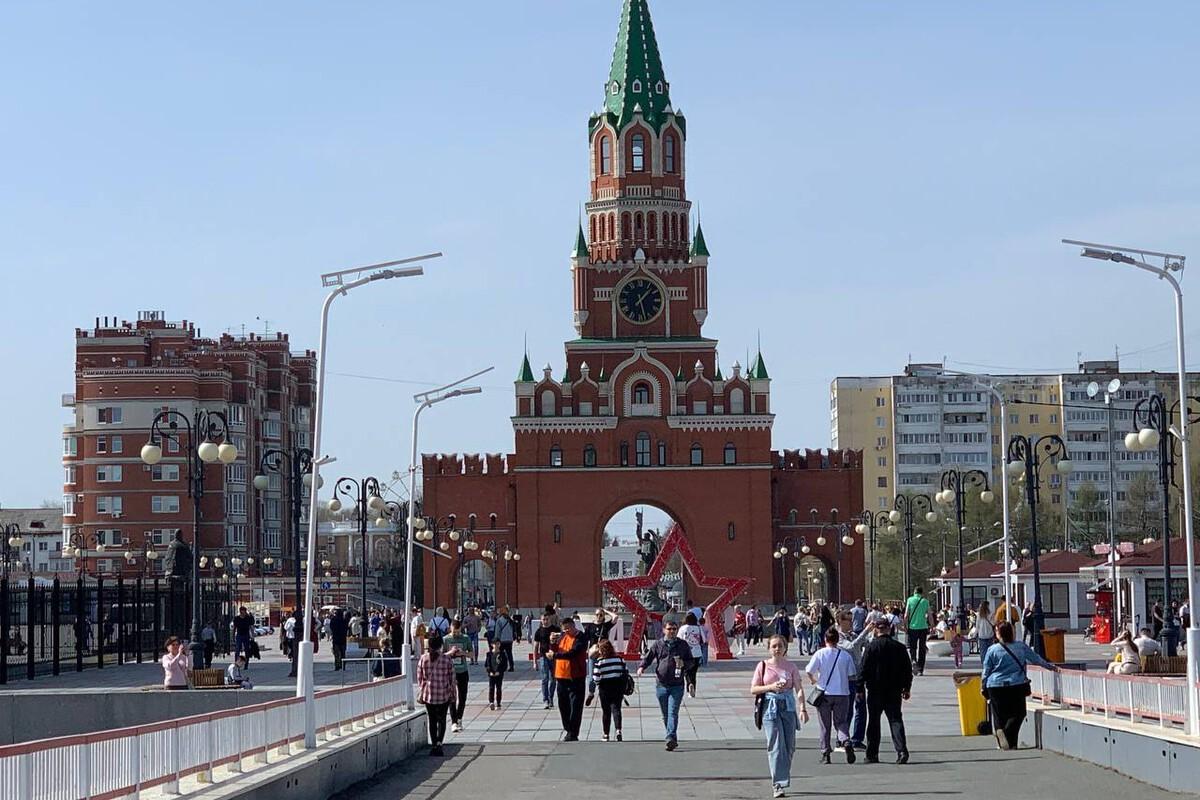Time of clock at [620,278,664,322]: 1:28
